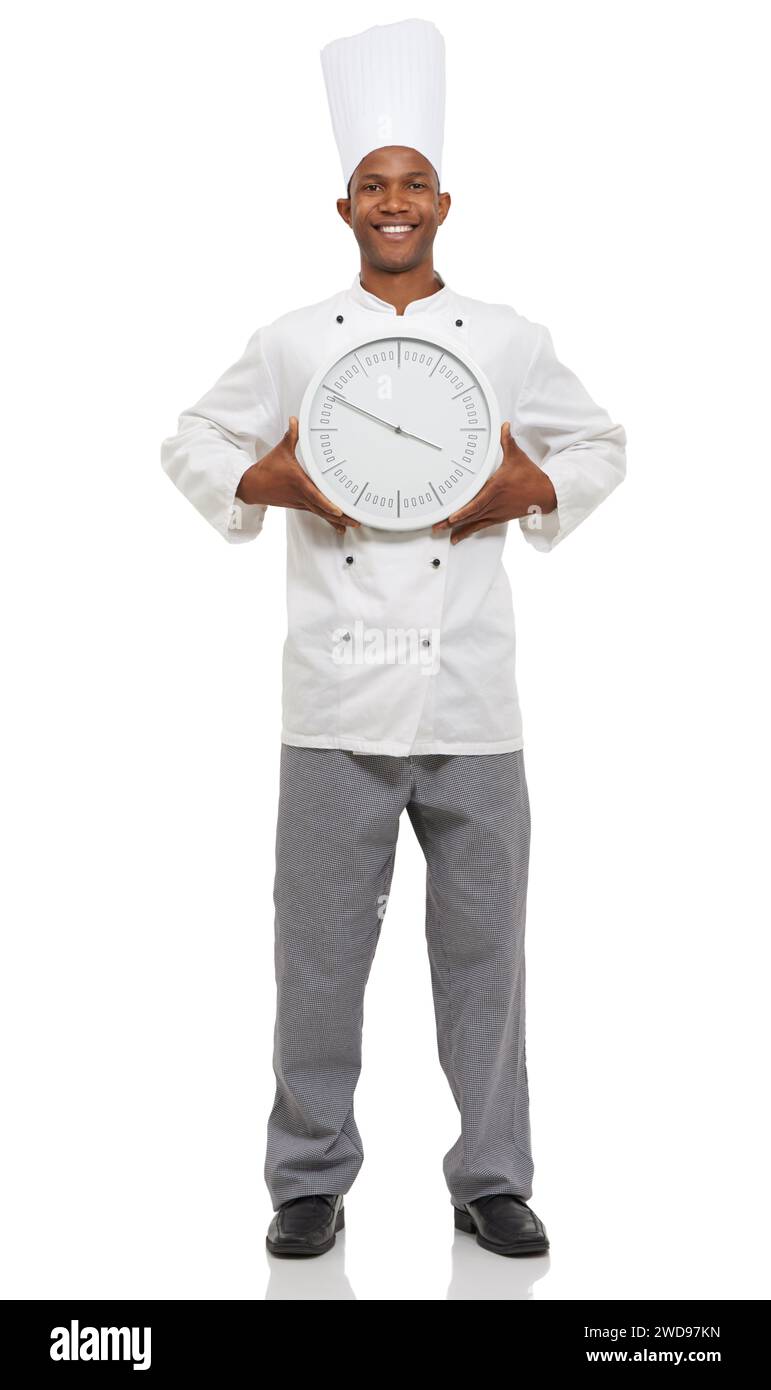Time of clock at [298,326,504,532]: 3:49
